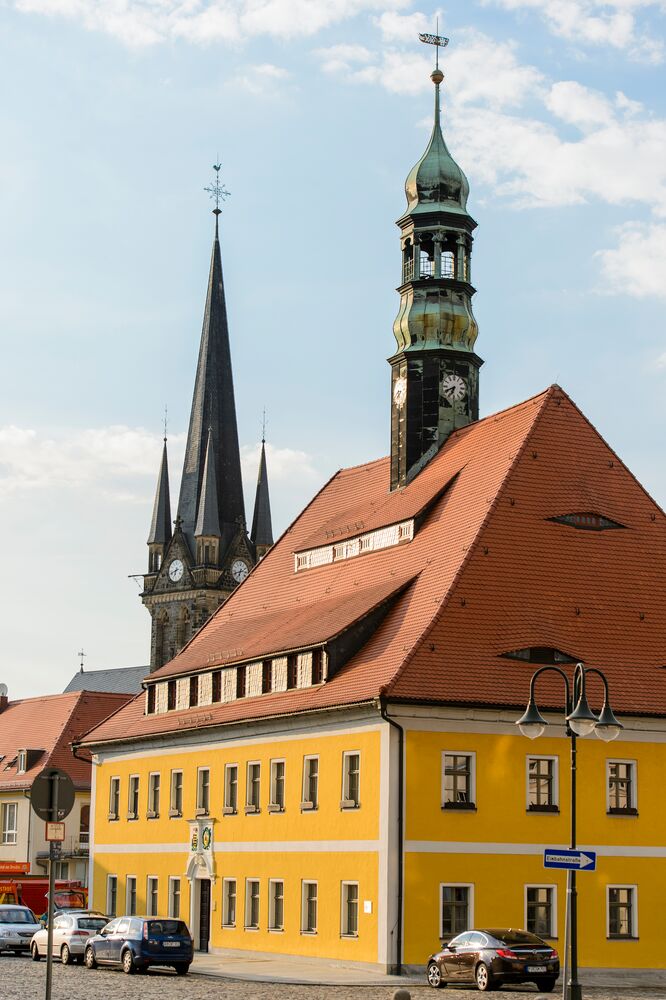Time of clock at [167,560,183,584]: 6:41
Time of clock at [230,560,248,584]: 6:41
